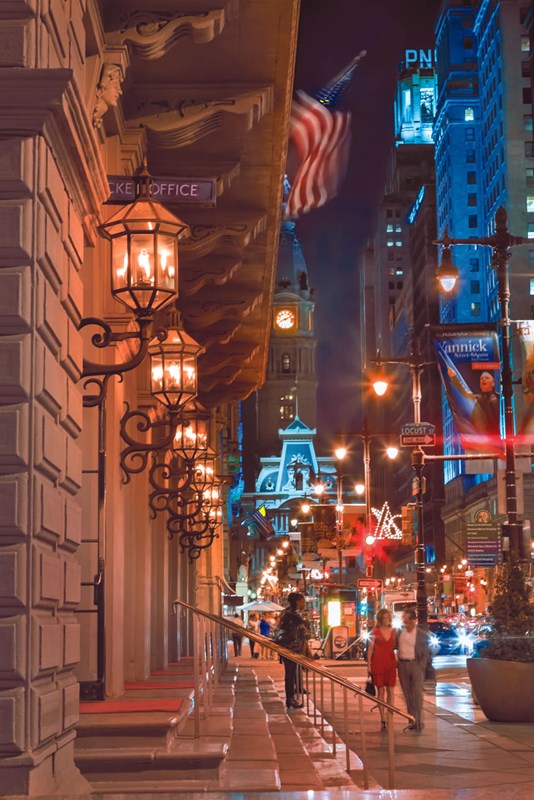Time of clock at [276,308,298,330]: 8:11
